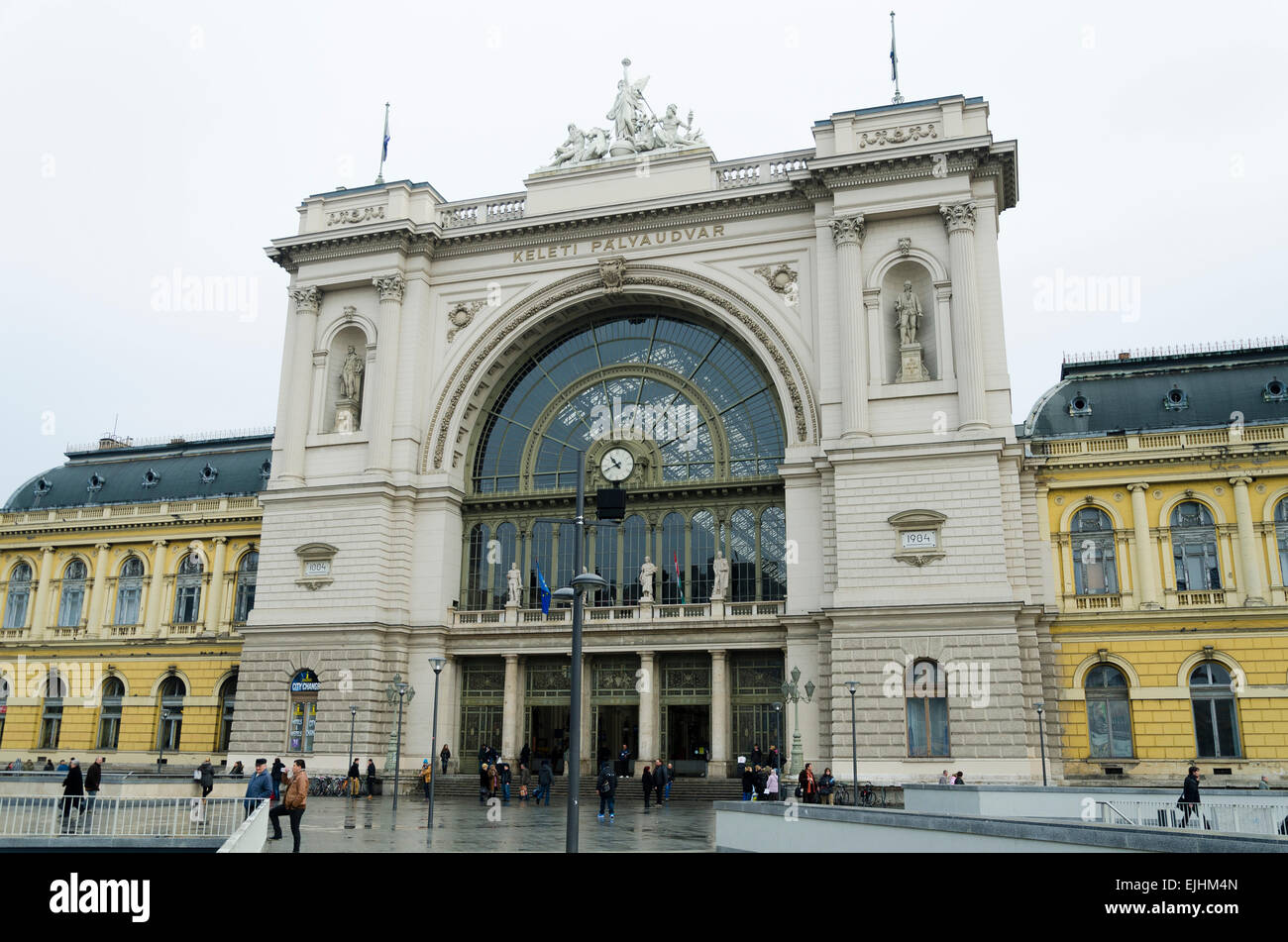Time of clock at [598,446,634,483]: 10:41
